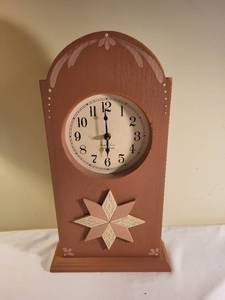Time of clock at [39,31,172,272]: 5:59
